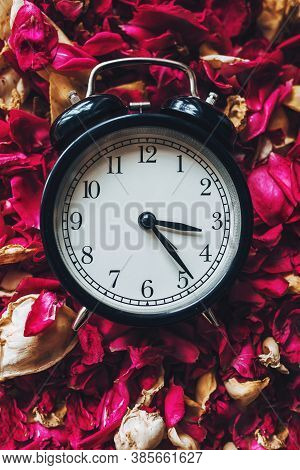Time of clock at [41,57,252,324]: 3:23
